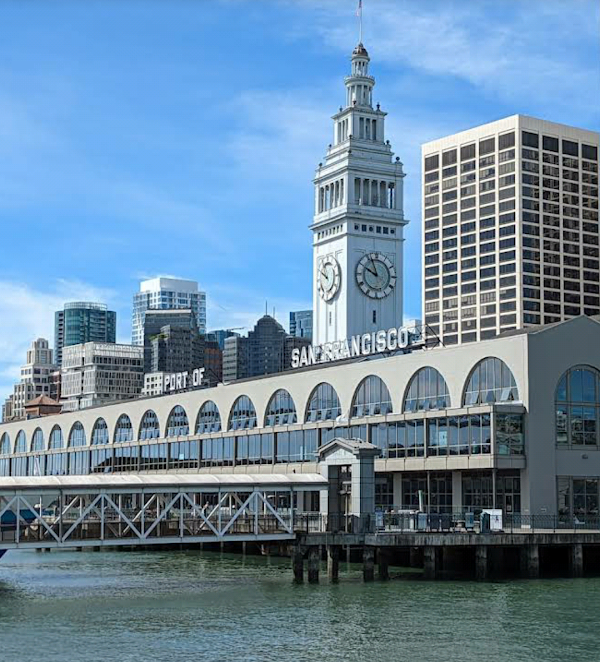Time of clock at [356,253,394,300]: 9:56
